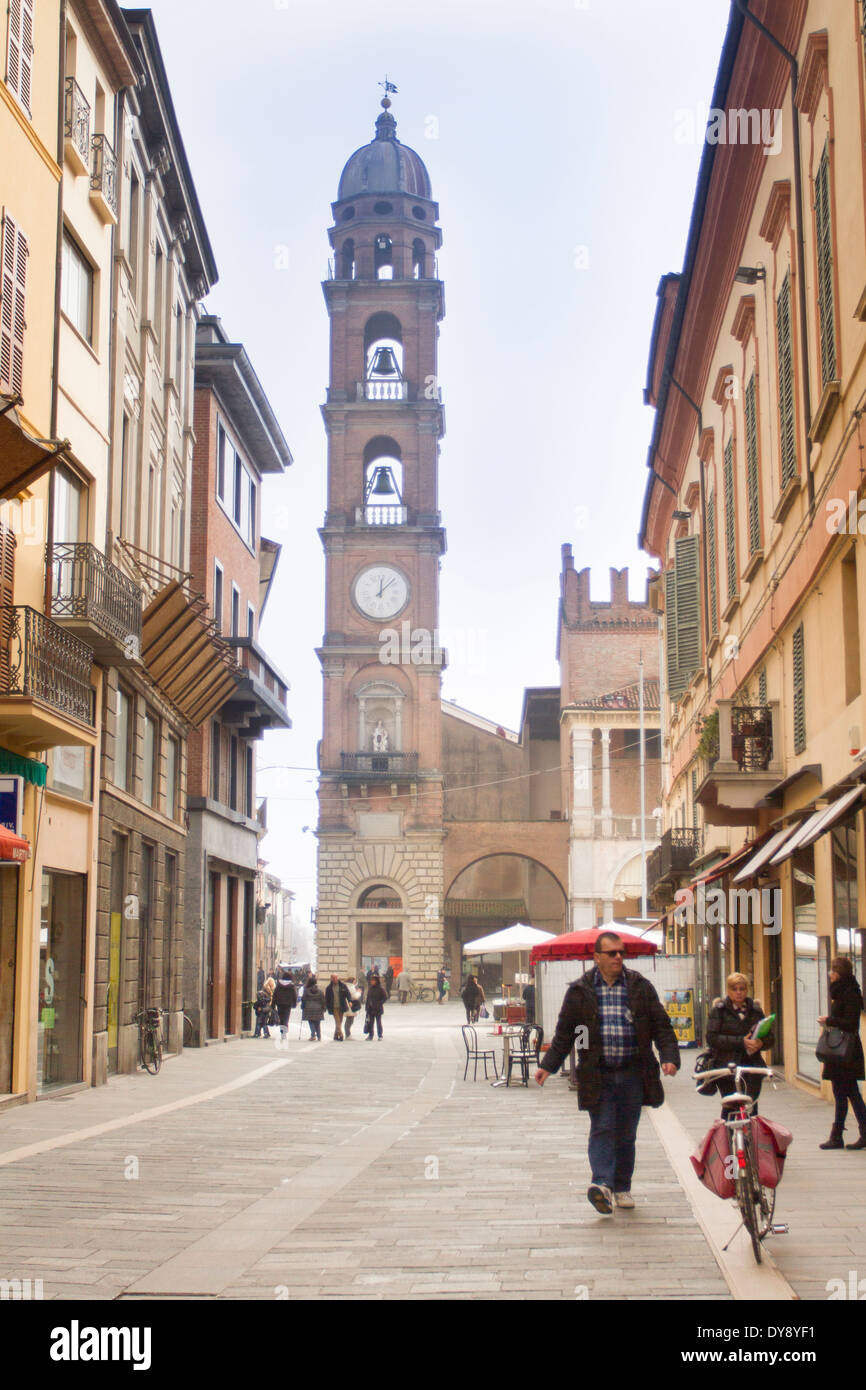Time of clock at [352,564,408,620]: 12:07
